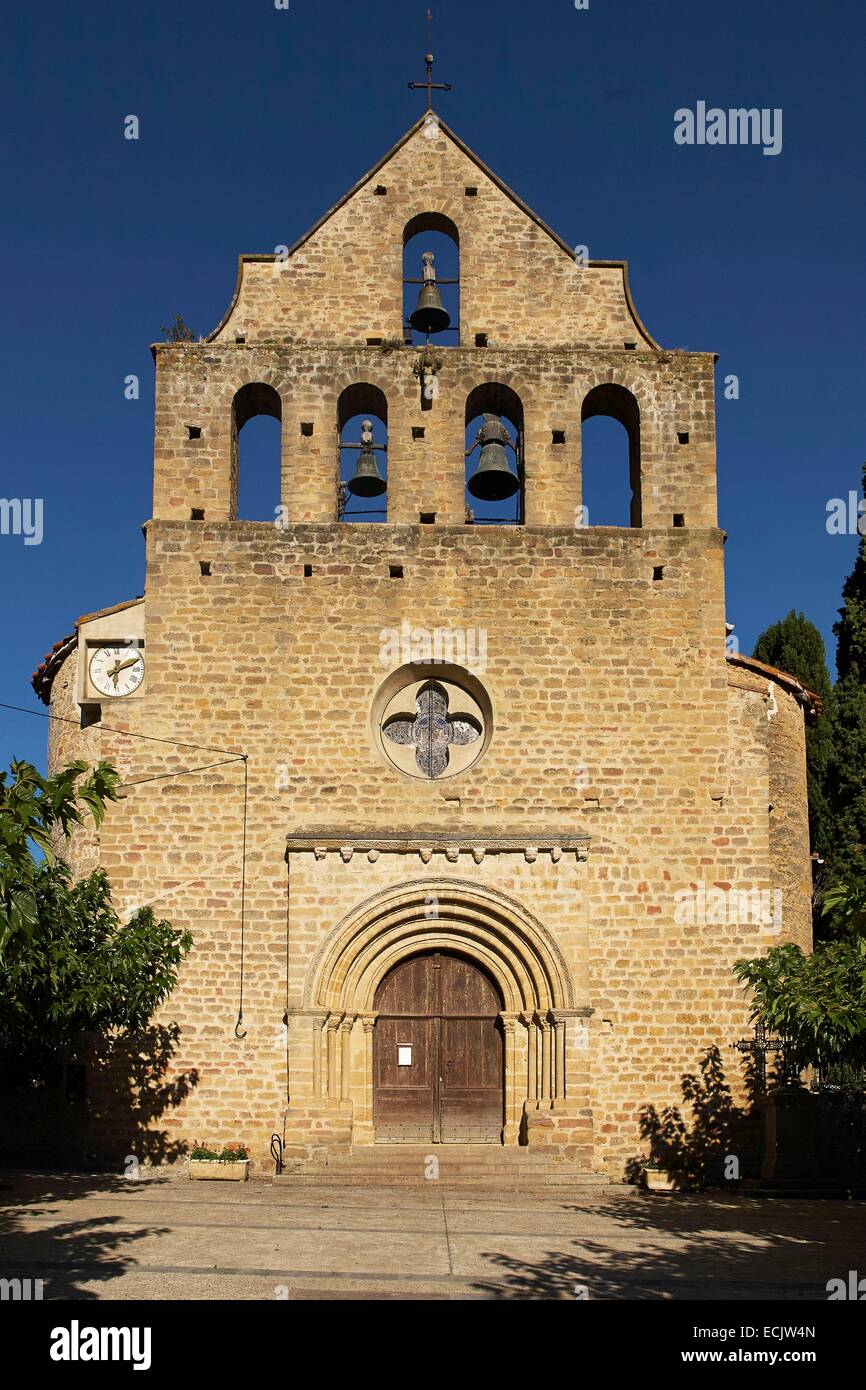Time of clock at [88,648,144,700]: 6:11
